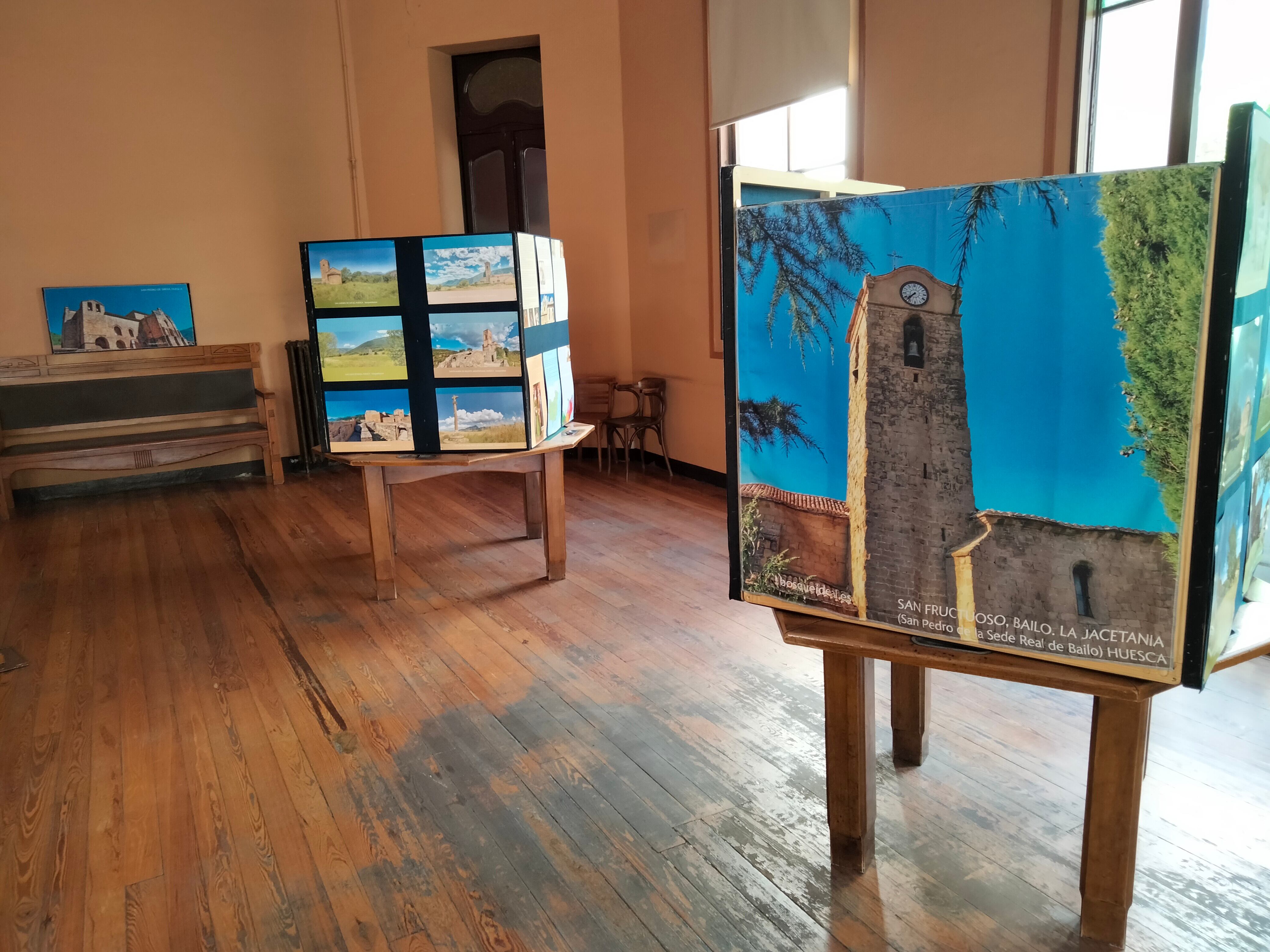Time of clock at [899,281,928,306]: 7:37
